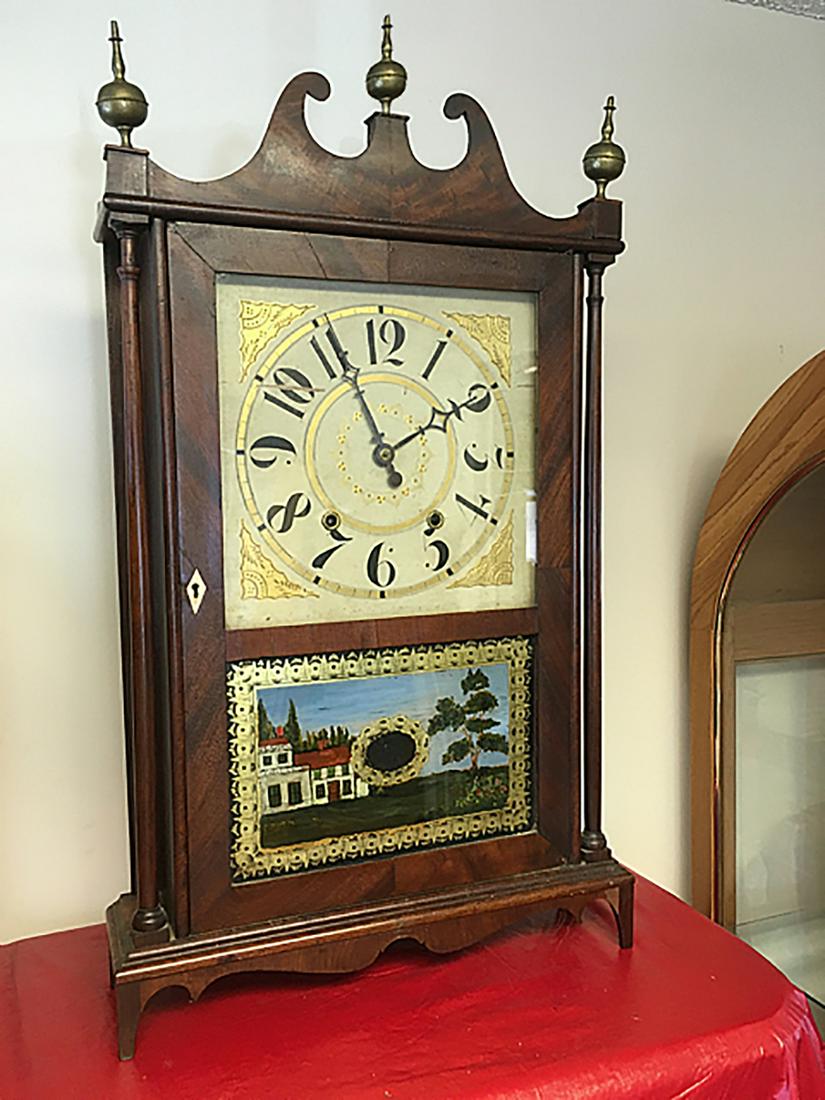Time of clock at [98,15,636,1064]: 1:56
